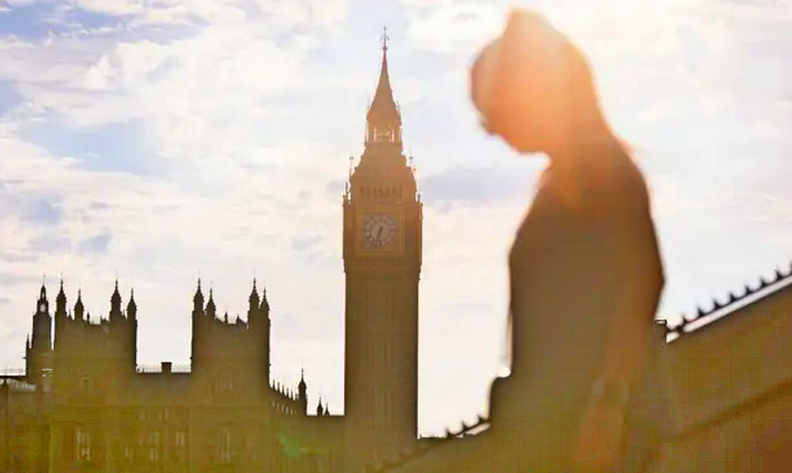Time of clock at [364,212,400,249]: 6:32
